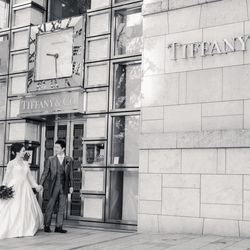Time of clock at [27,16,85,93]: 9:28
